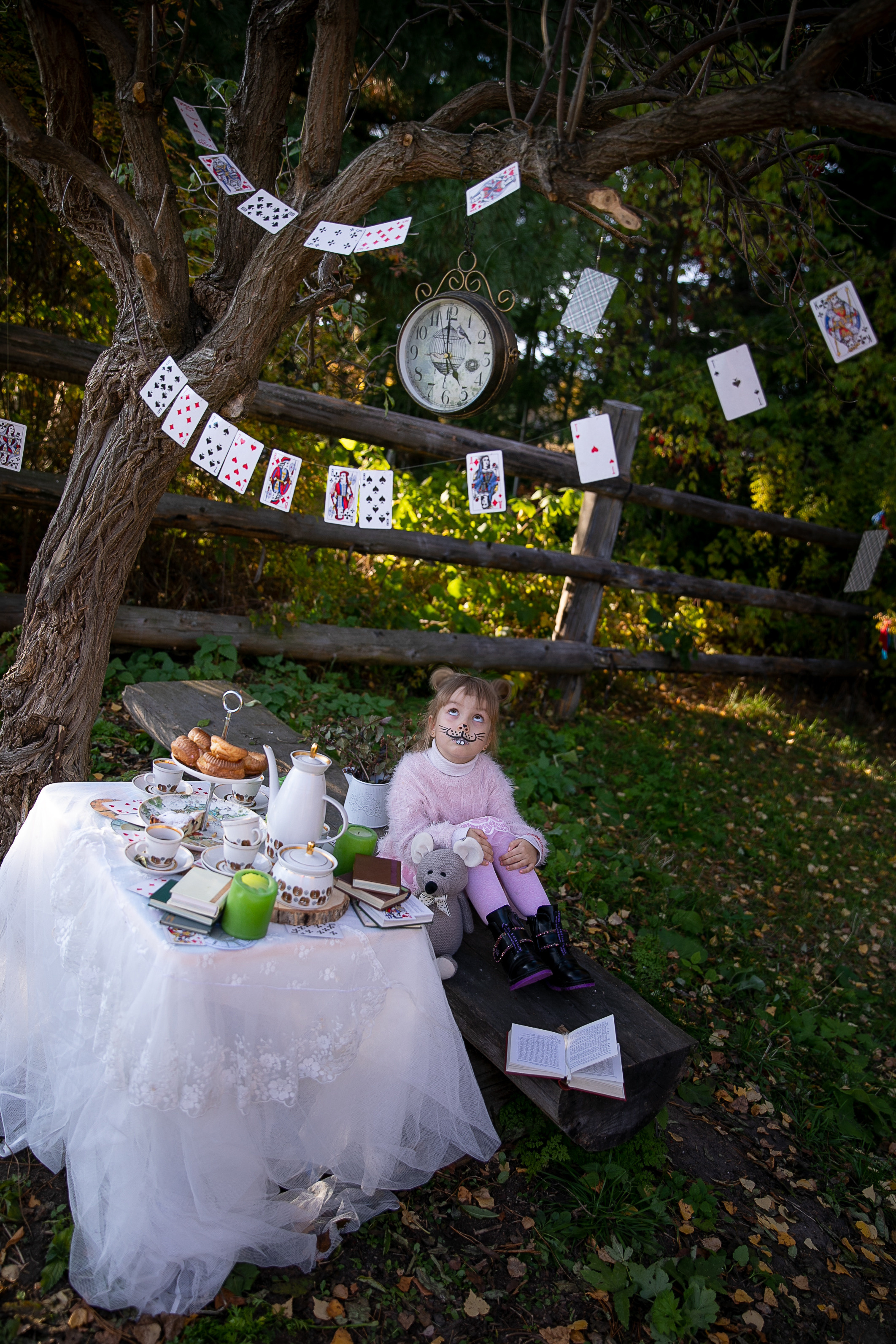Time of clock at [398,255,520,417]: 4:59
